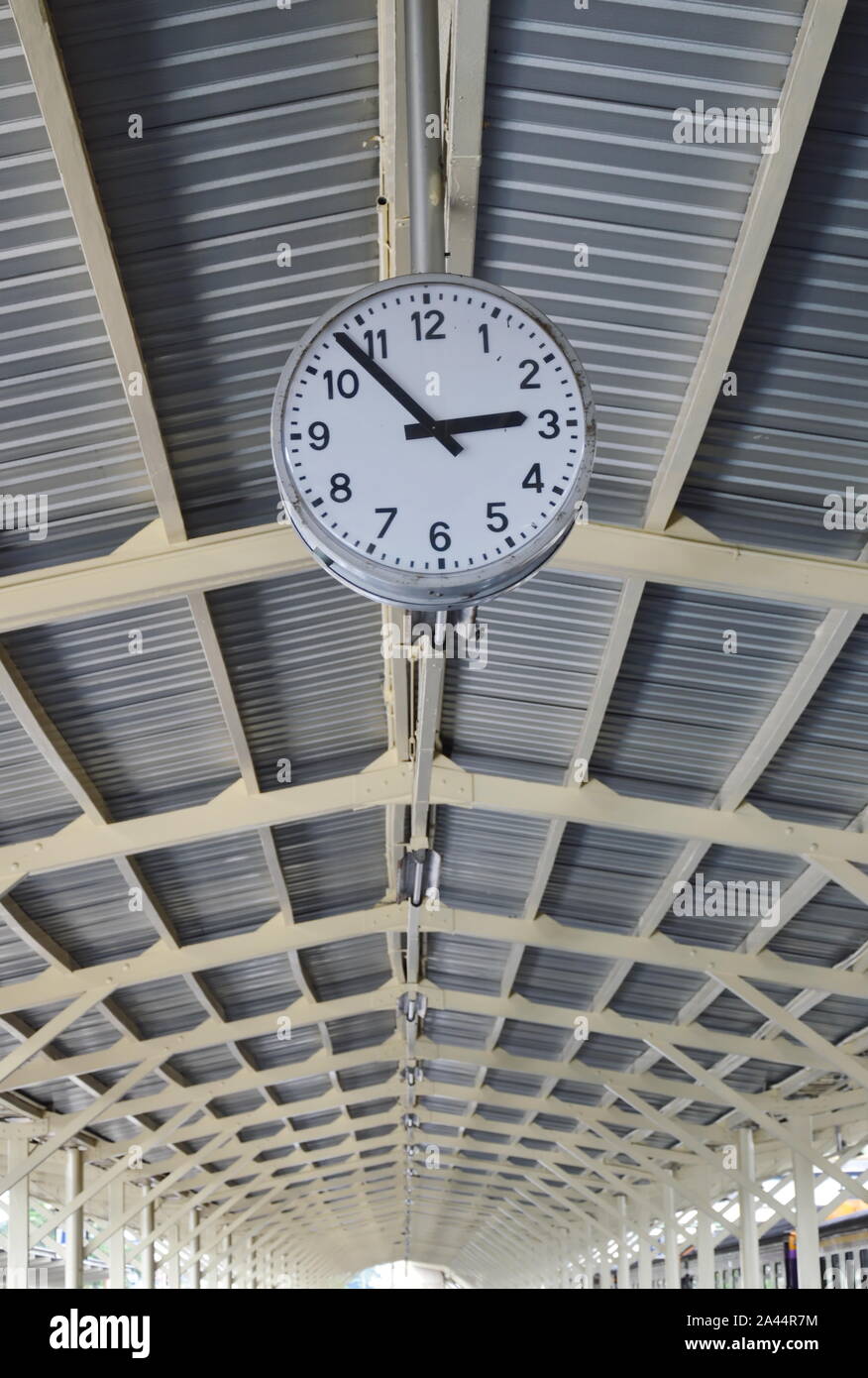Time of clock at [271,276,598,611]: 2:53
